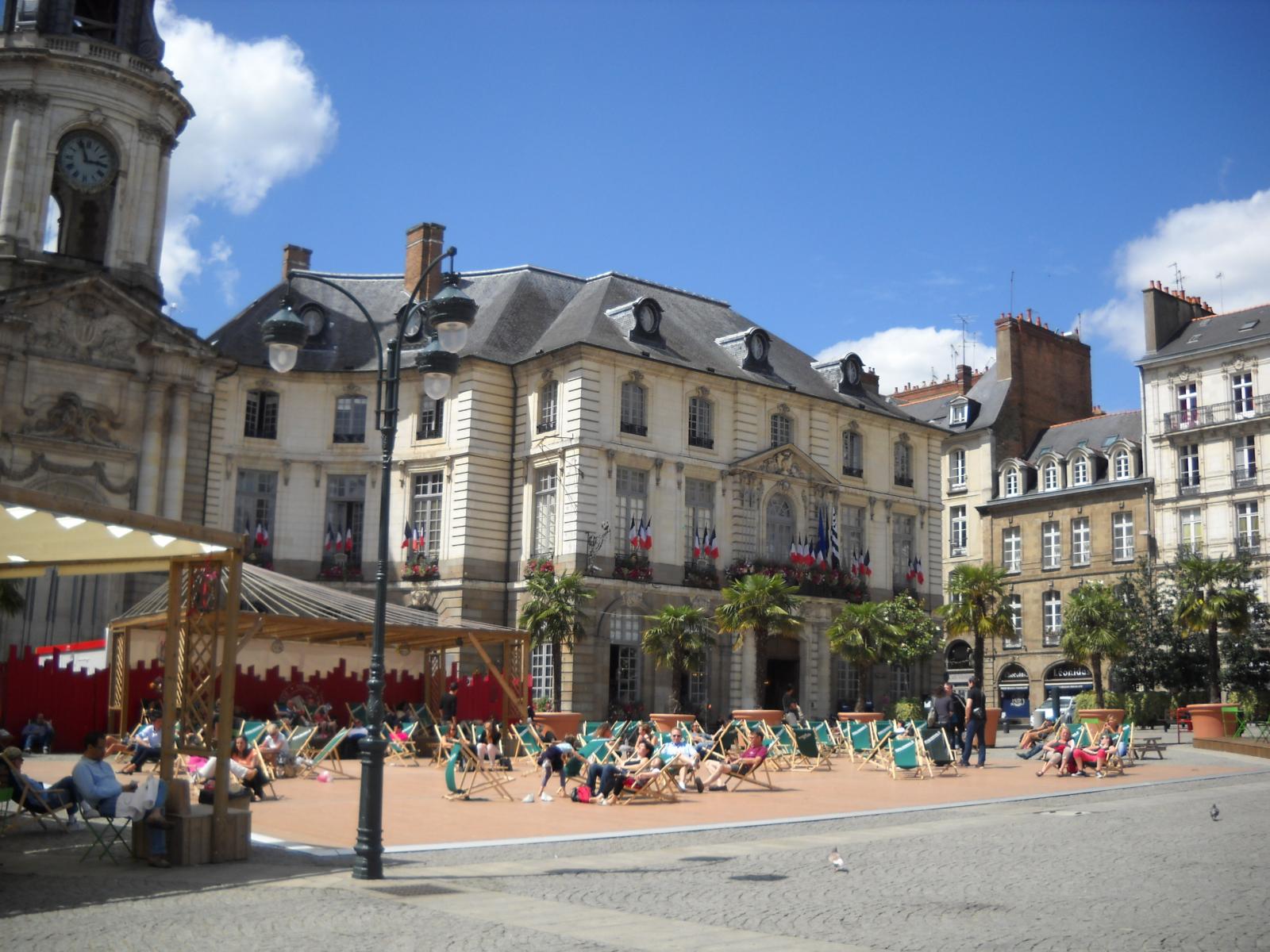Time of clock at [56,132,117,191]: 2:56
